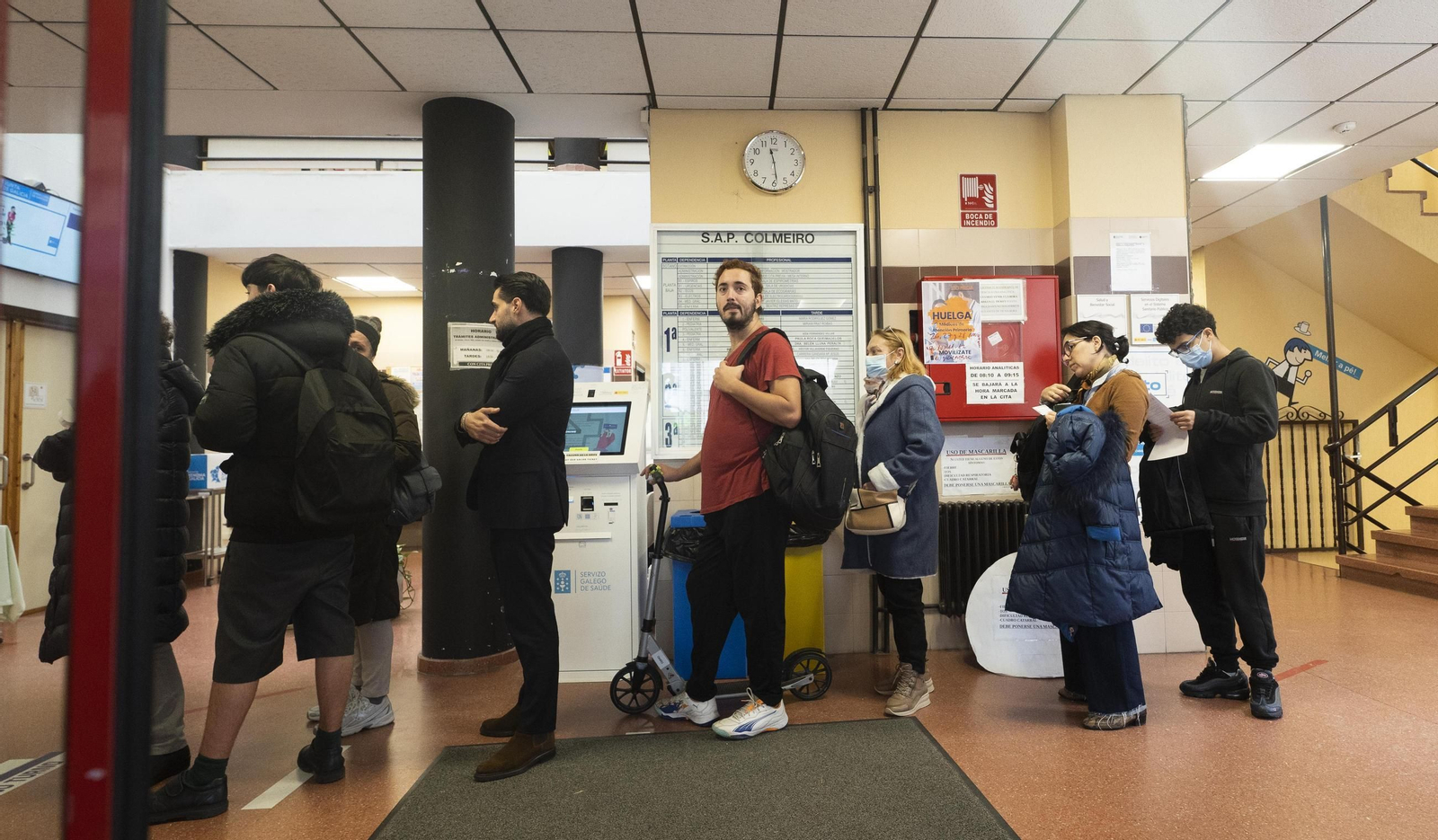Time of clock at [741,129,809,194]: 11:28
